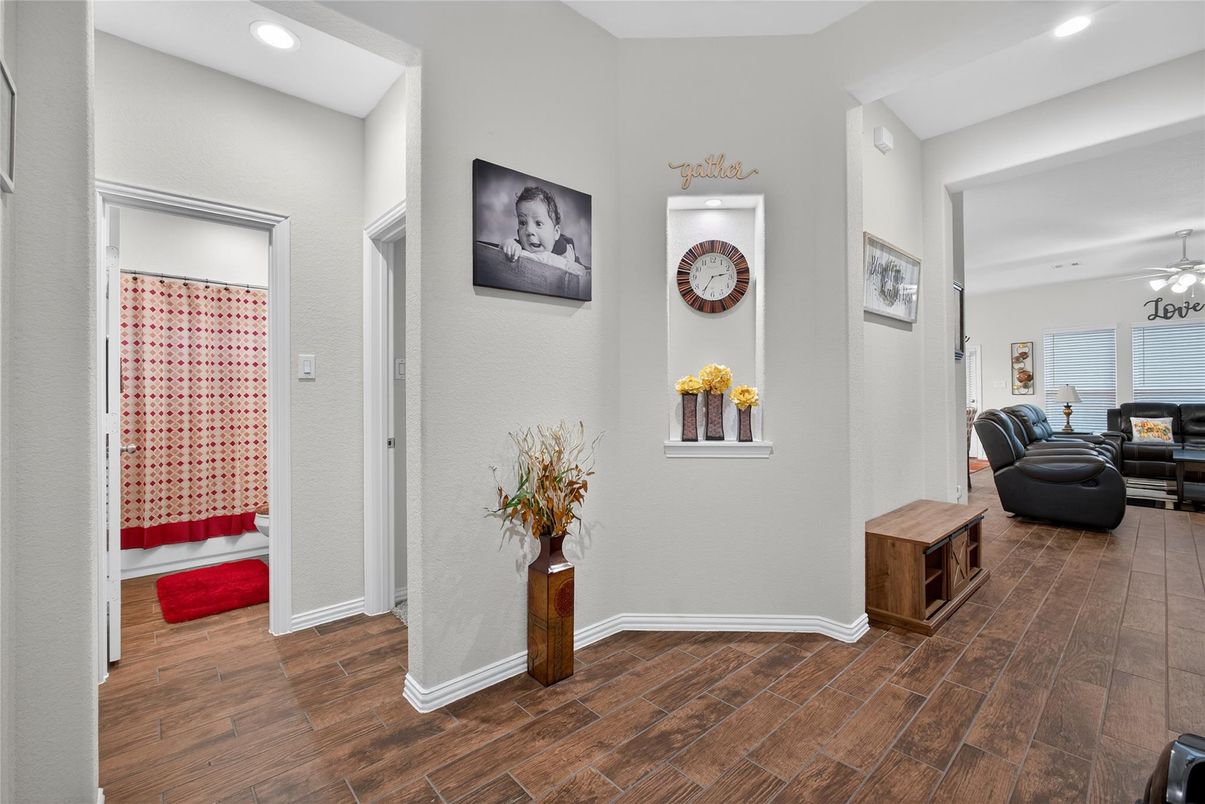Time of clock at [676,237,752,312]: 2:35
